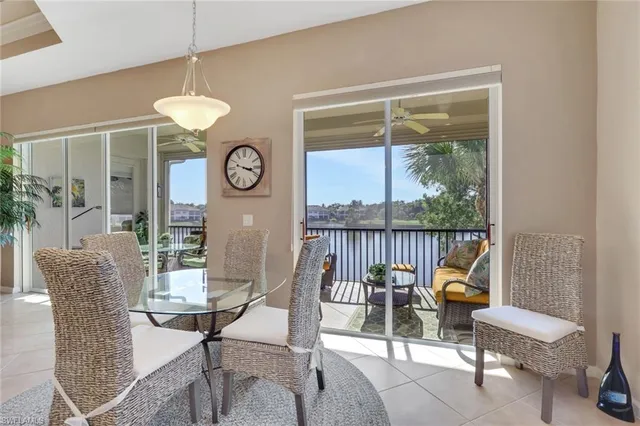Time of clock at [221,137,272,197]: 3:18
